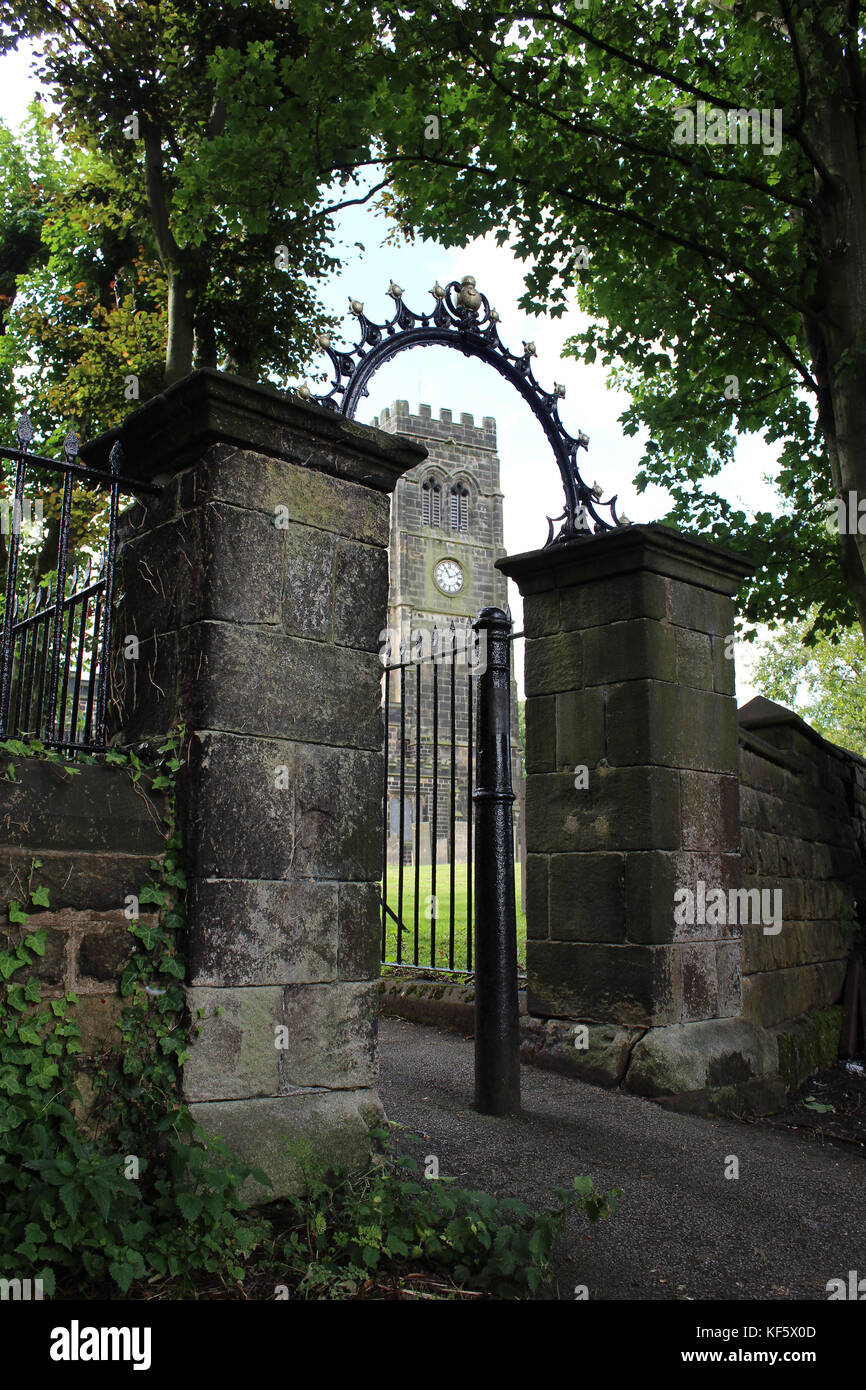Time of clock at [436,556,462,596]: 11:11
